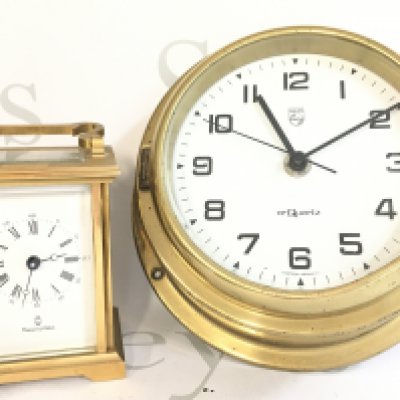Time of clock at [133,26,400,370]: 11:09
